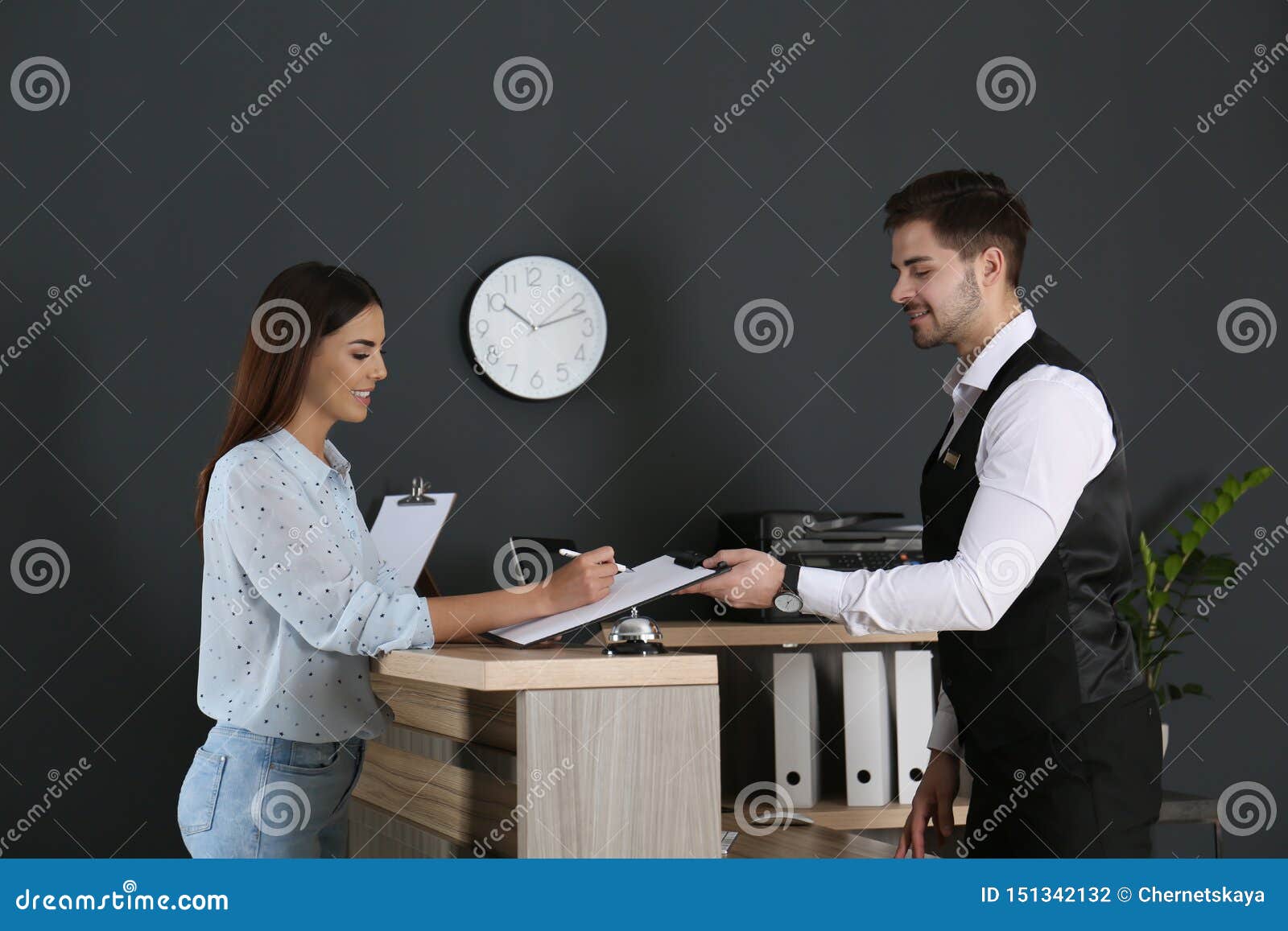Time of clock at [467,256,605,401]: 10:12
